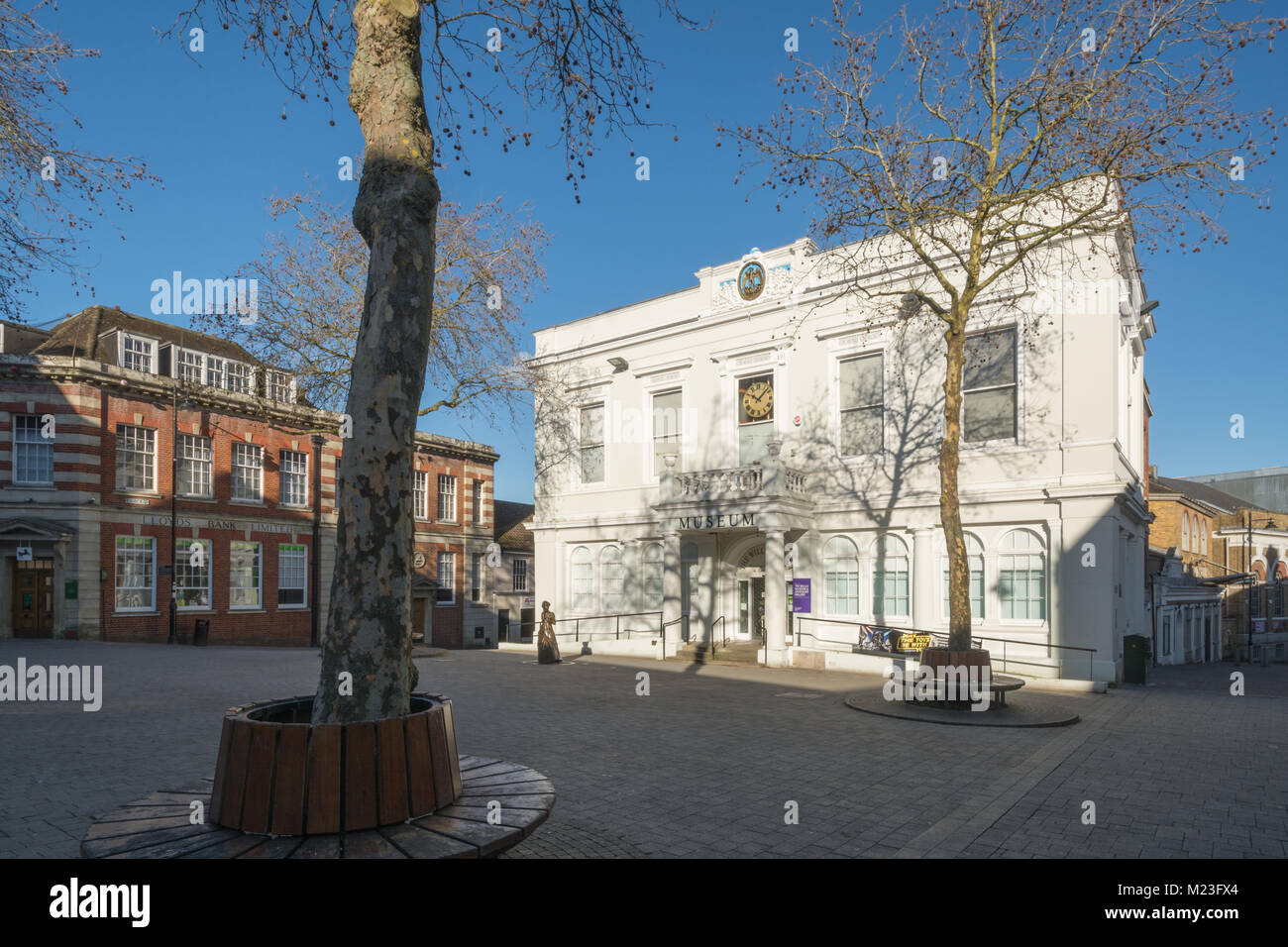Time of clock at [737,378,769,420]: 10:07
